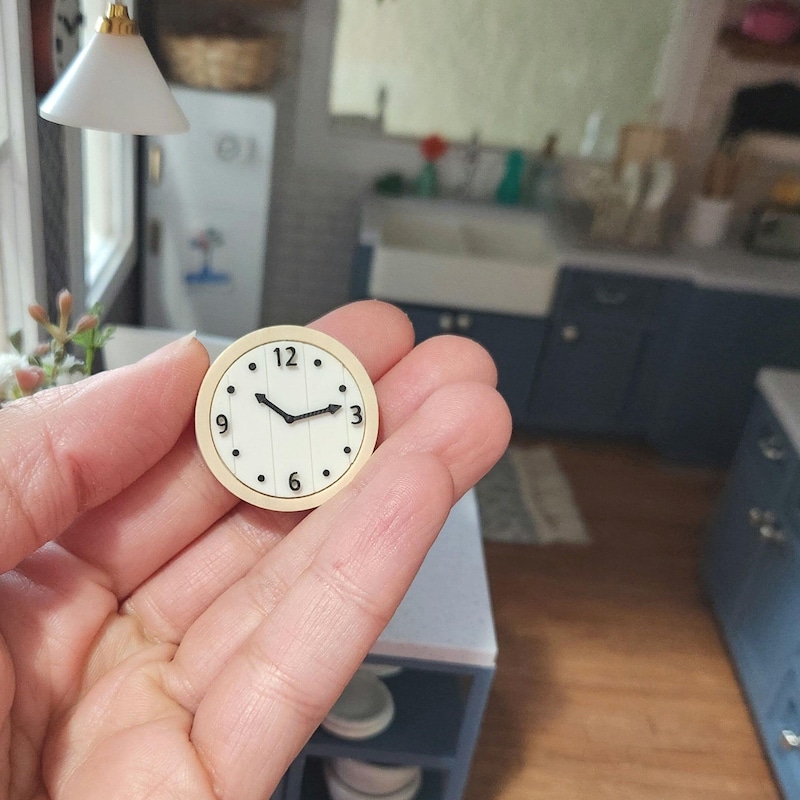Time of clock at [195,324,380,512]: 10:12
